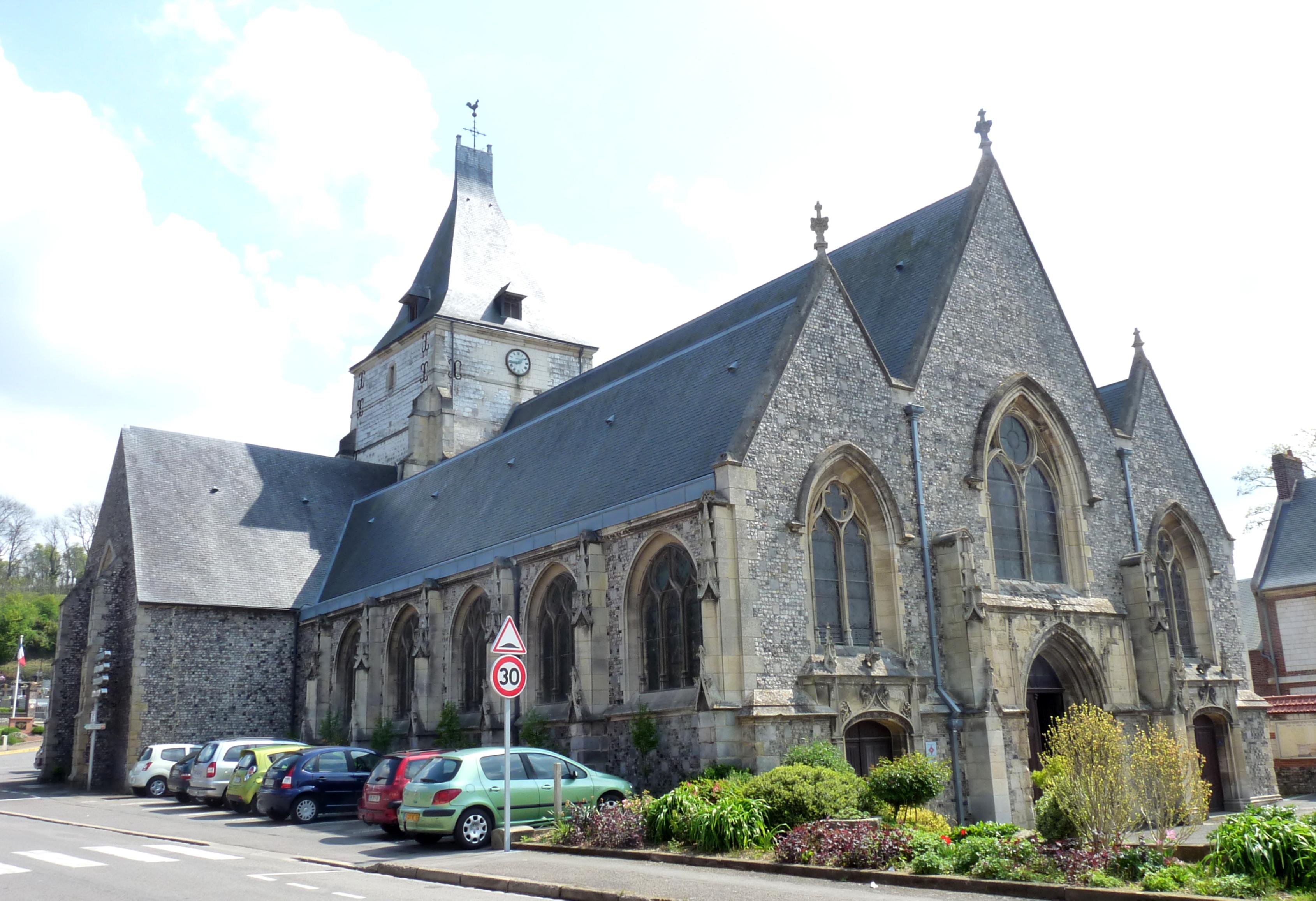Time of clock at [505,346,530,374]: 1:43
